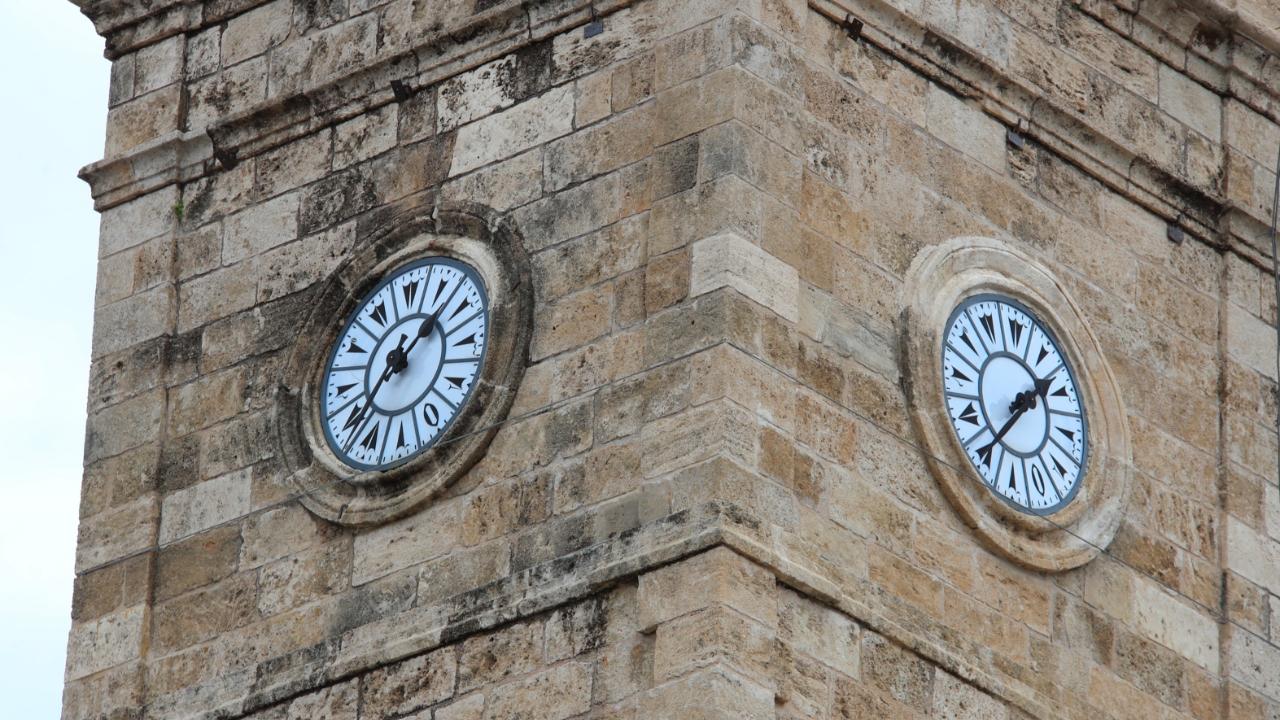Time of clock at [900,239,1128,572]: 1:36
